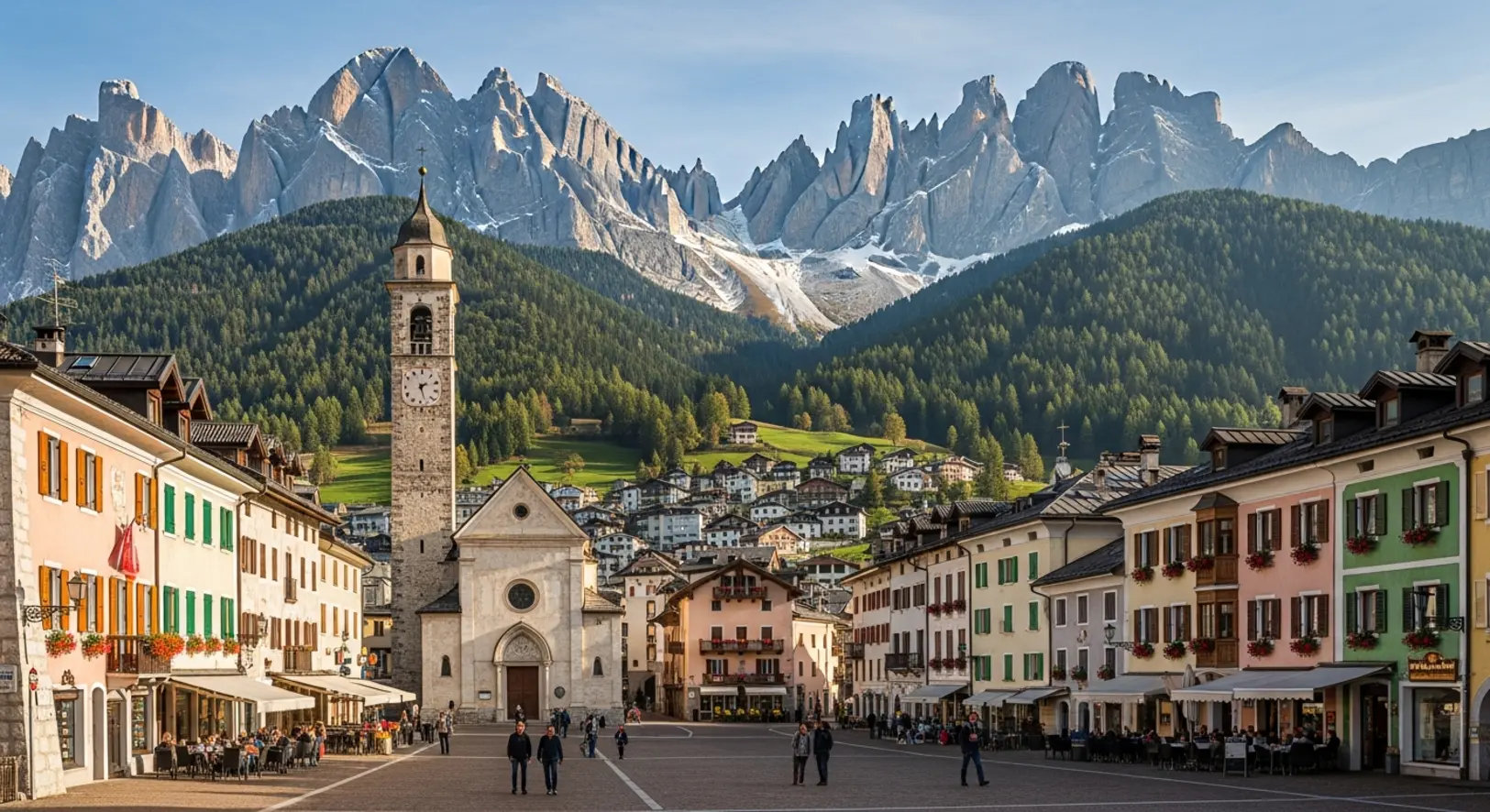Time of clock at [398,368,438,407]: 1:26
